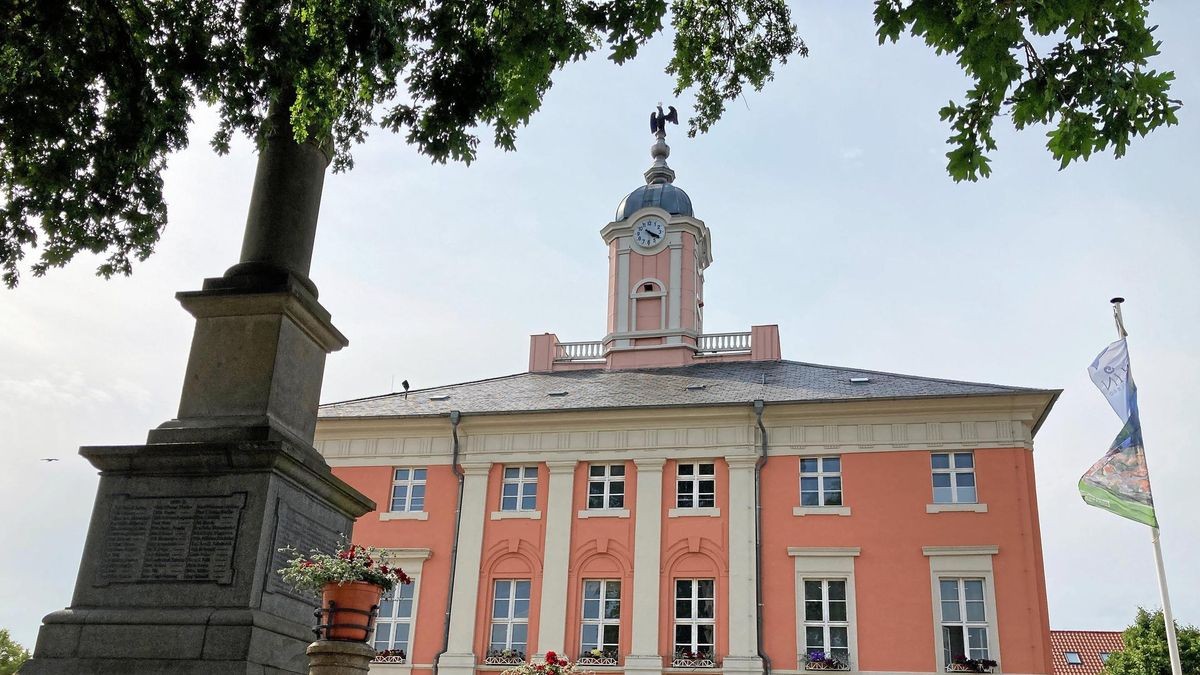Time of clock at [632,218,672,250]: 4:19
